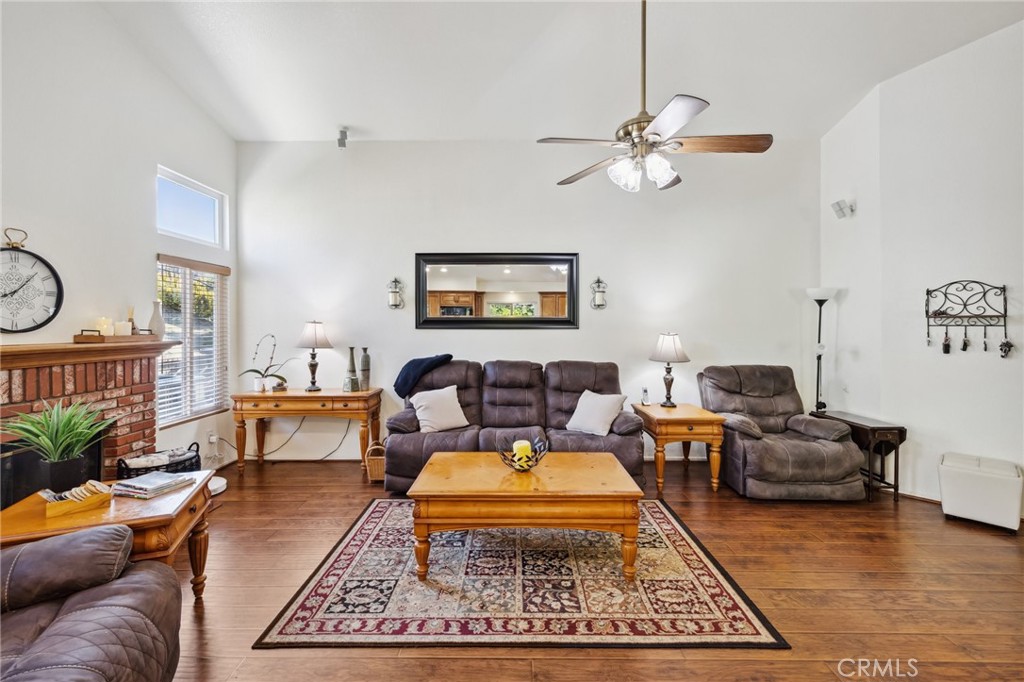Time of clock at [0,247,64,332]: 8:07
